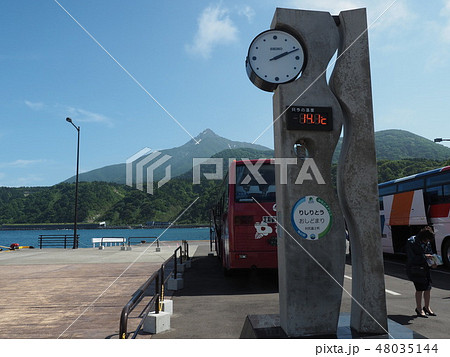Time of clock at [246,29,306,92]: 2:11
